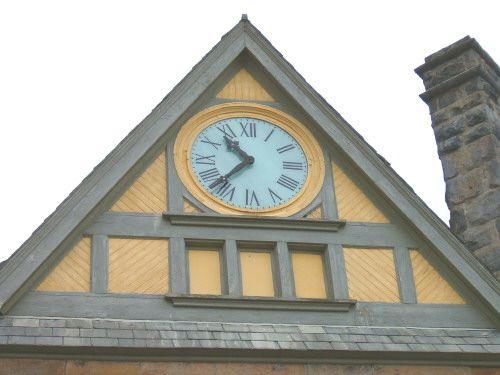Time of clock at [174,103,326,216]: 10:37
